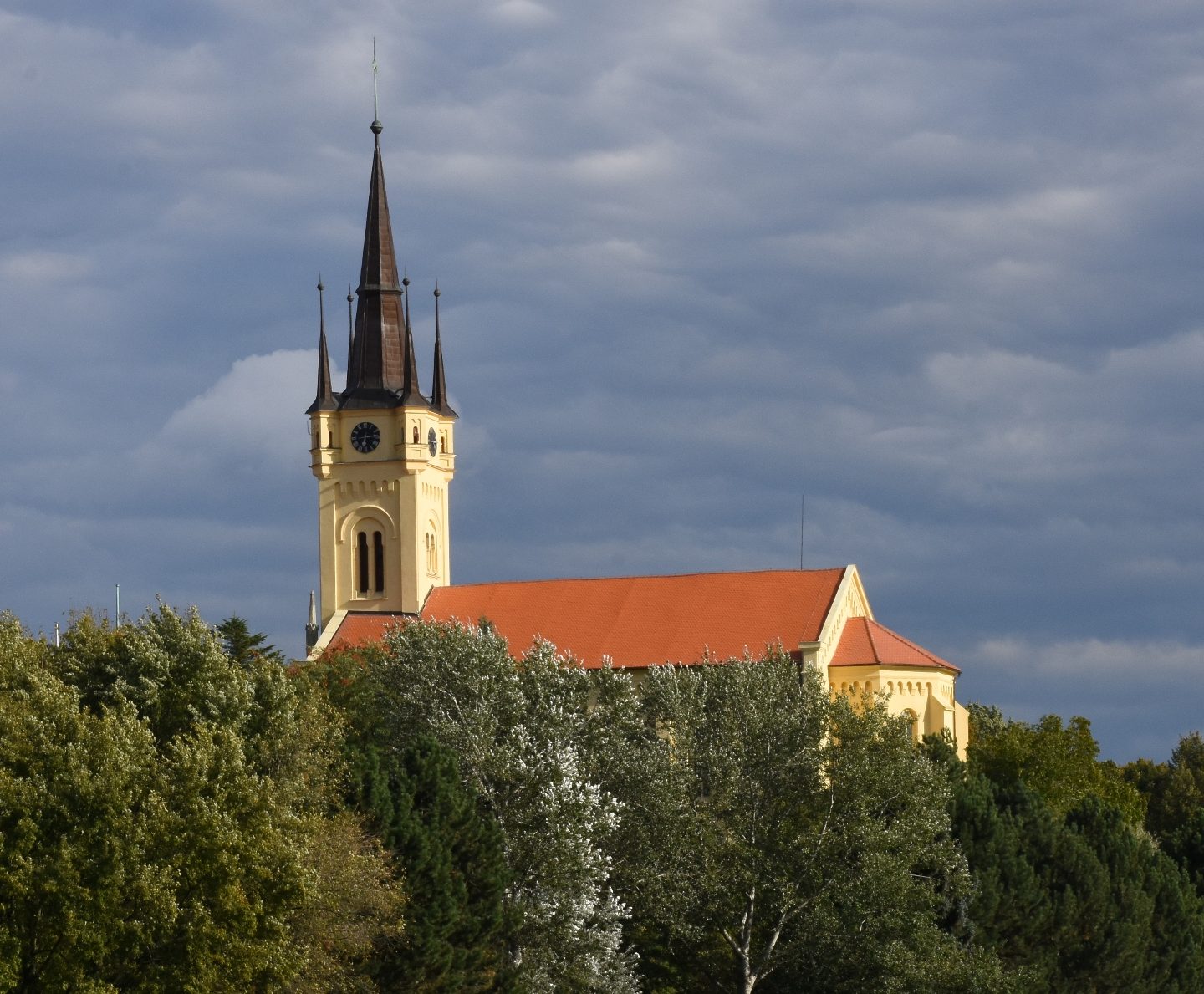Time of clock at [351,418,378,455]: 6:14
